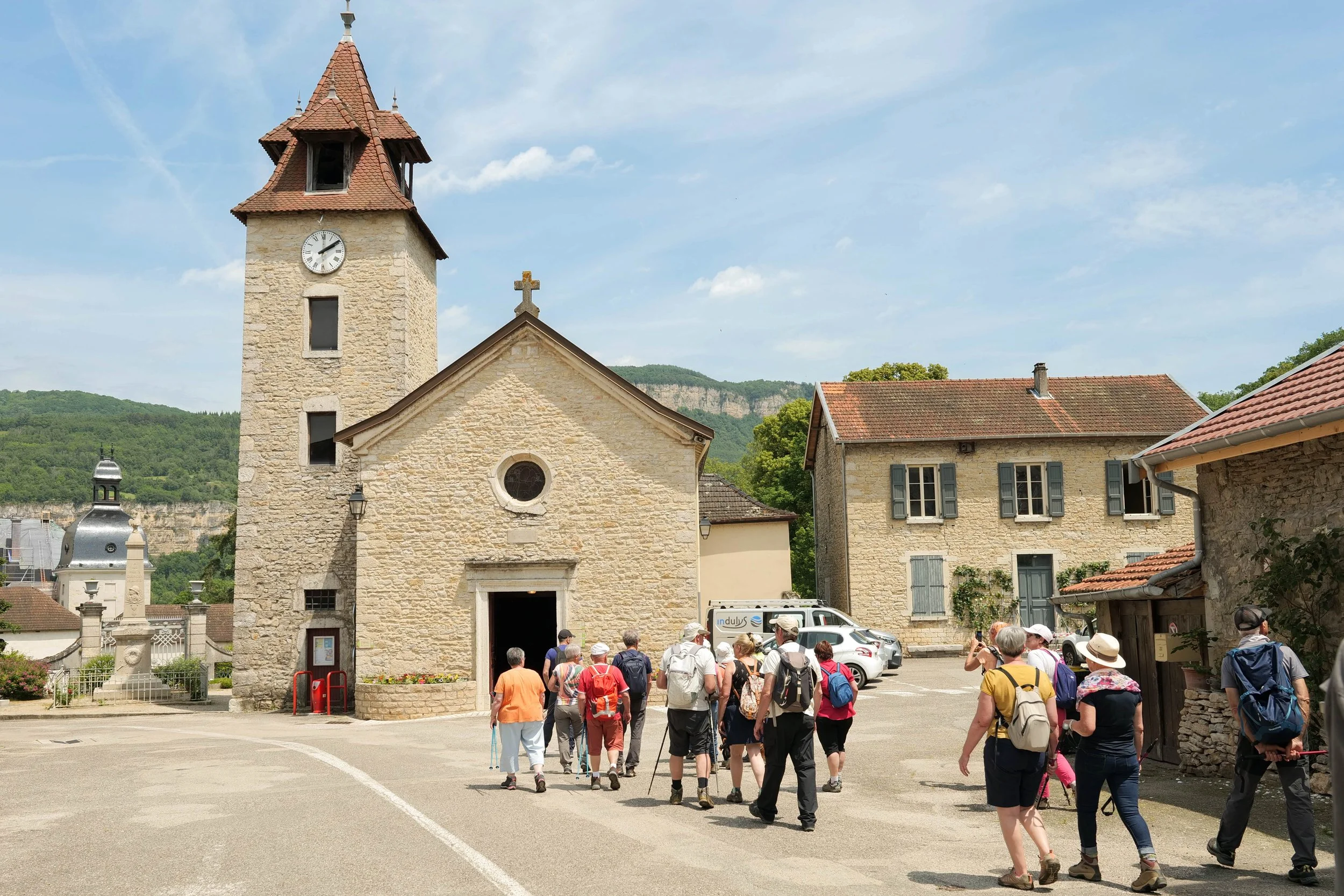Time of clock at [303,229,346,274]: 2:09
